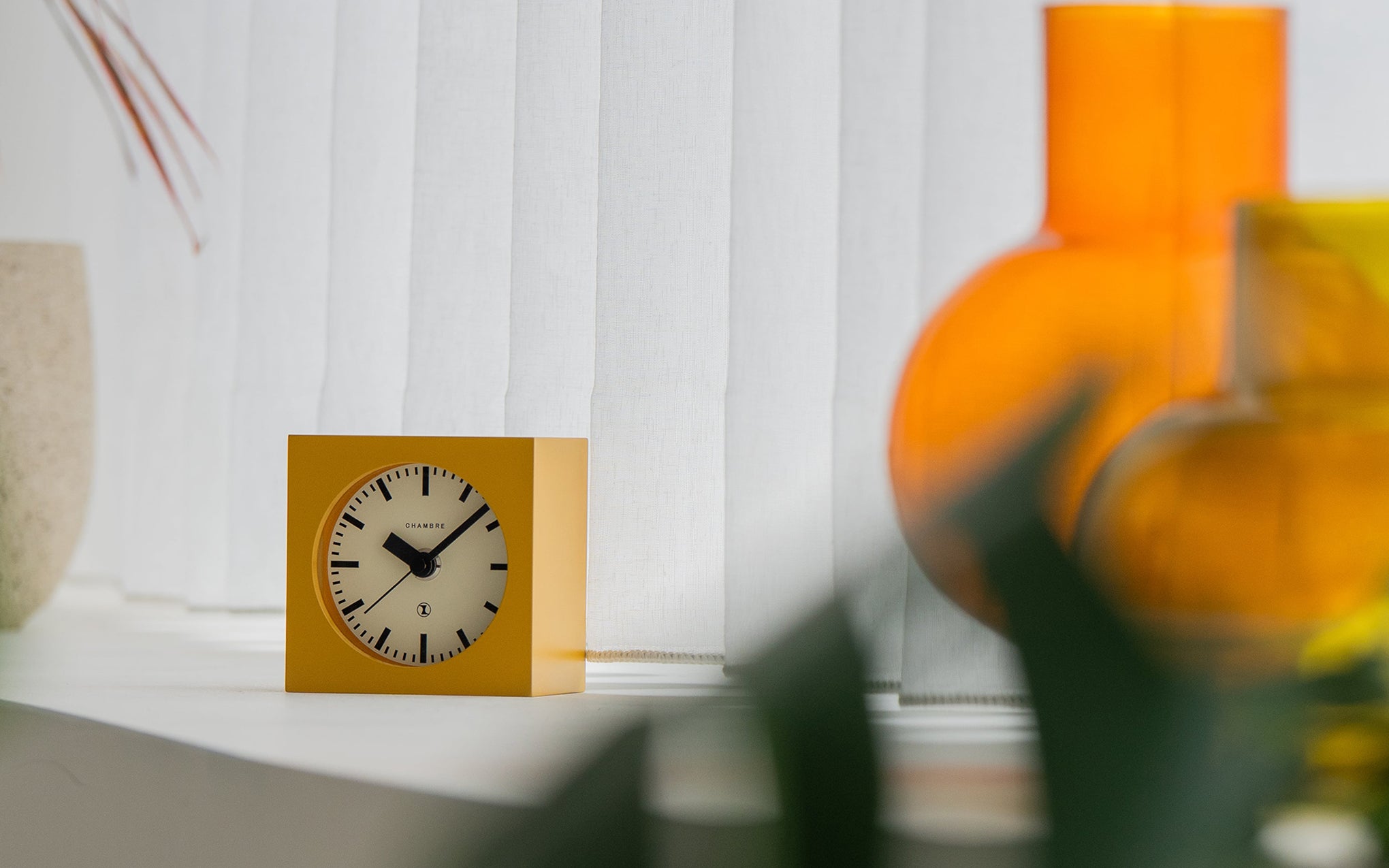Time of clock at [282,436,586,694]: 10:07
